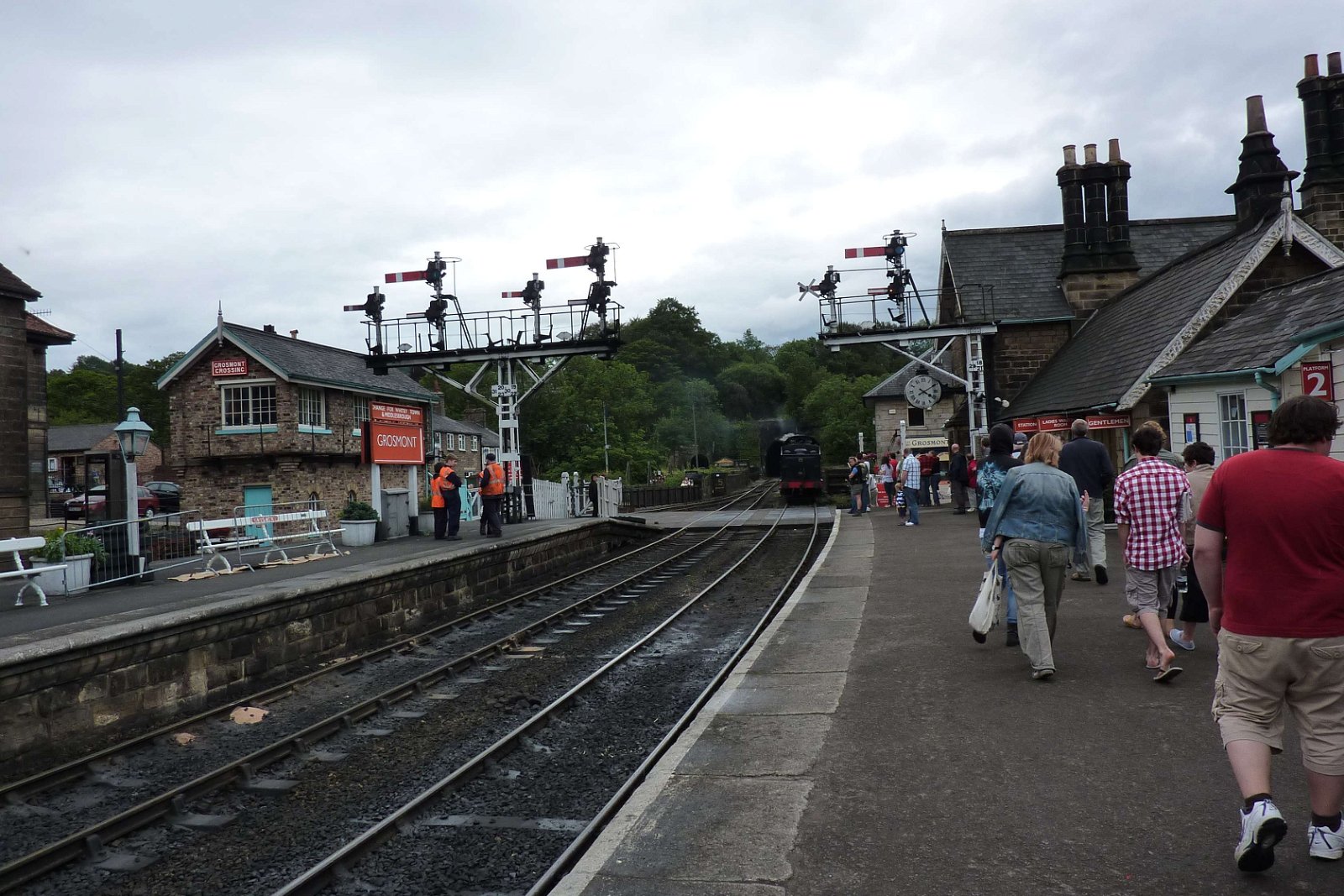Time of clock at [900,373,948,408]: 4:09
